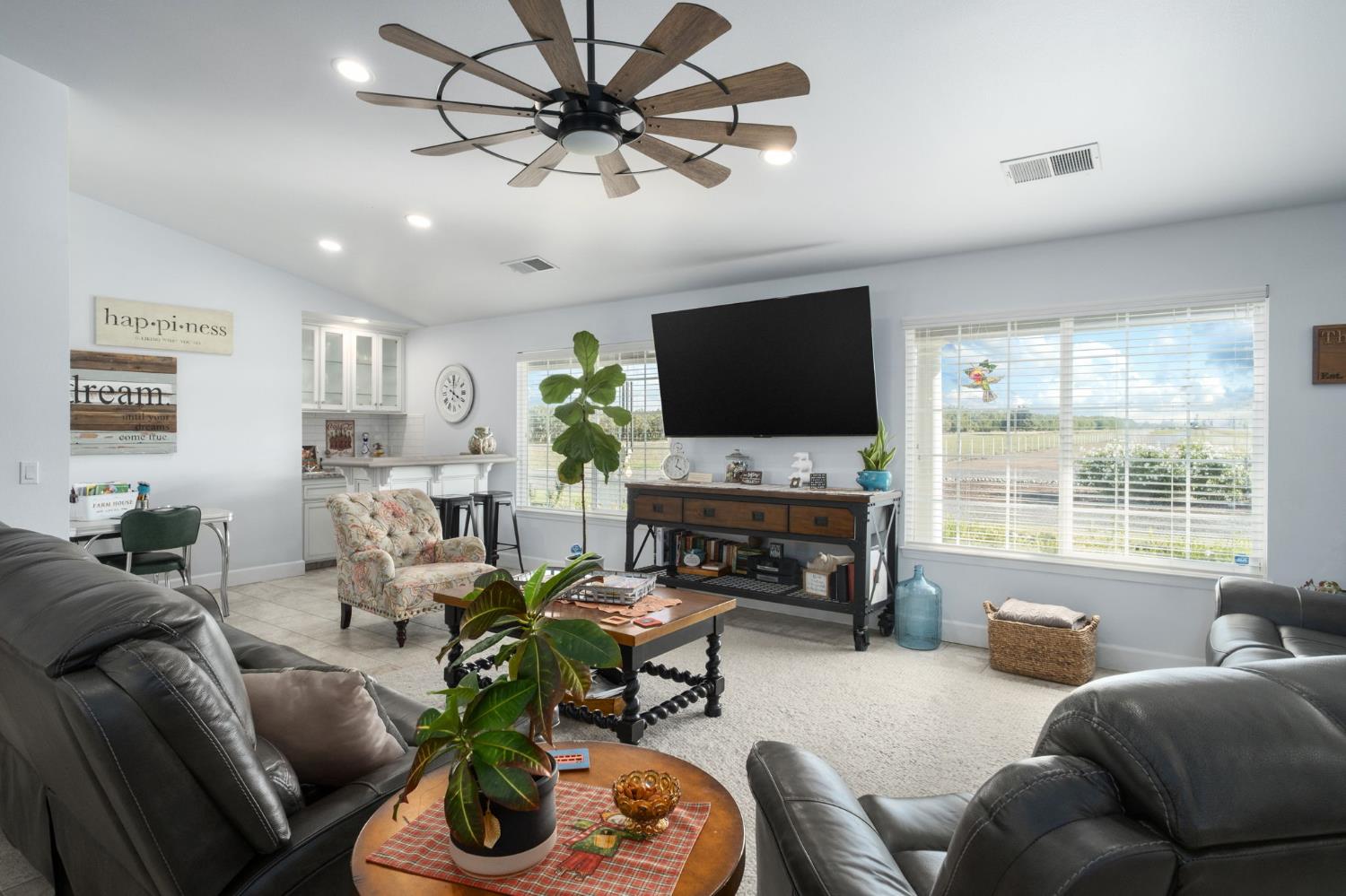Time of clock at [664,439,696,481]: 4:02
